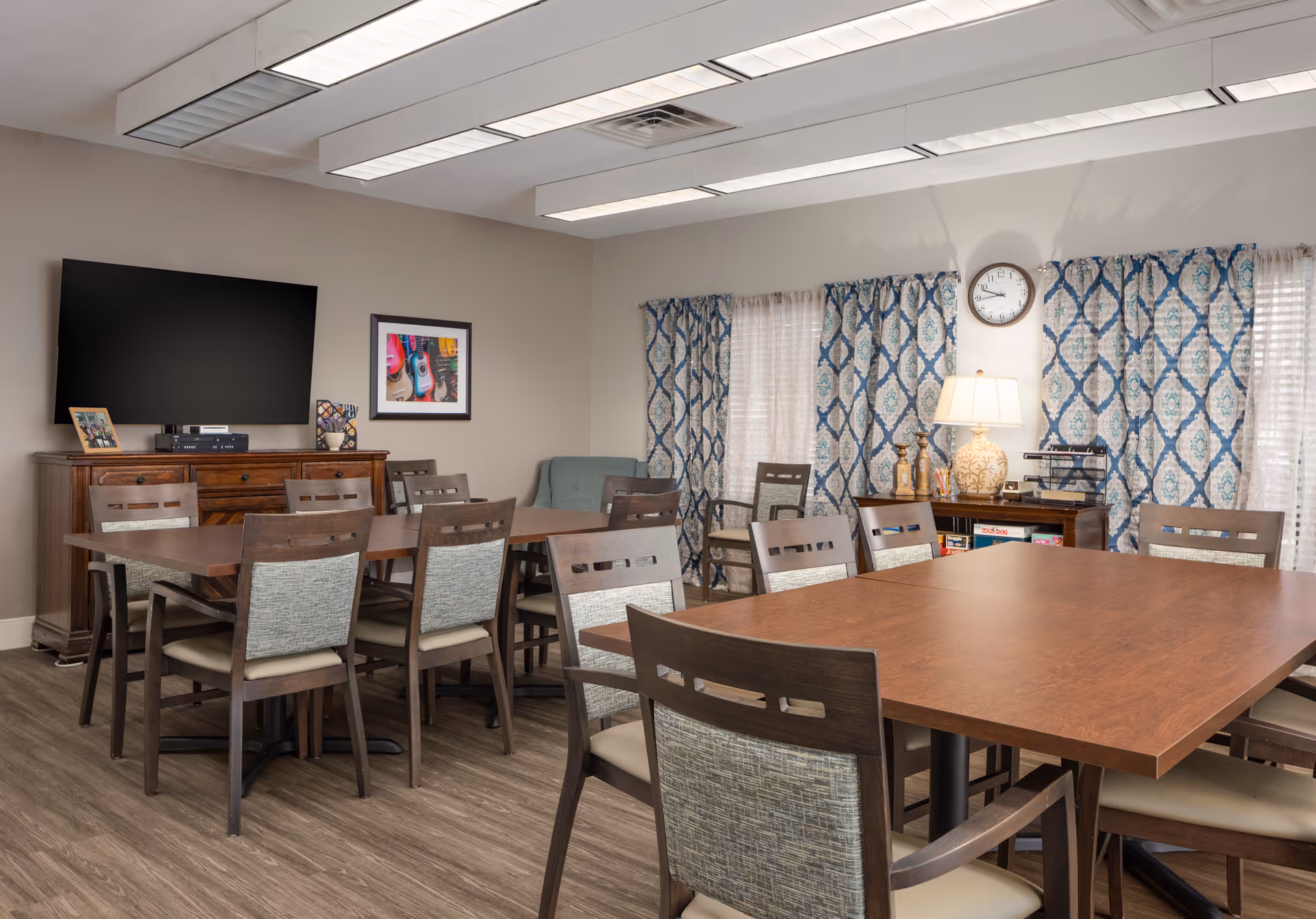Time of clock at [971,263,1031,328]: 9:44
